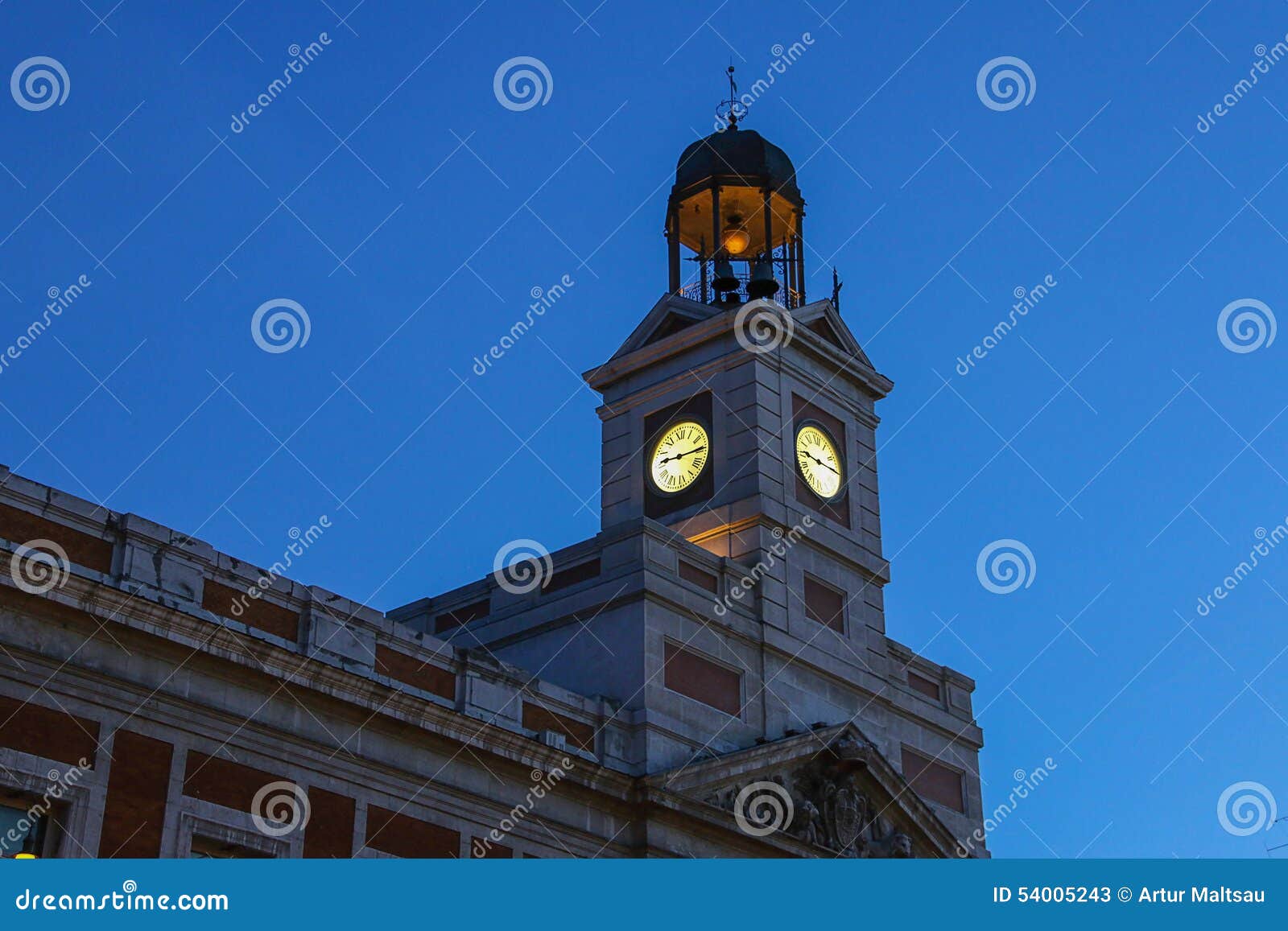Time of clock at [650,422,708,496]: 9:14
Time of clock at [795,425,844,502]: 9:15
